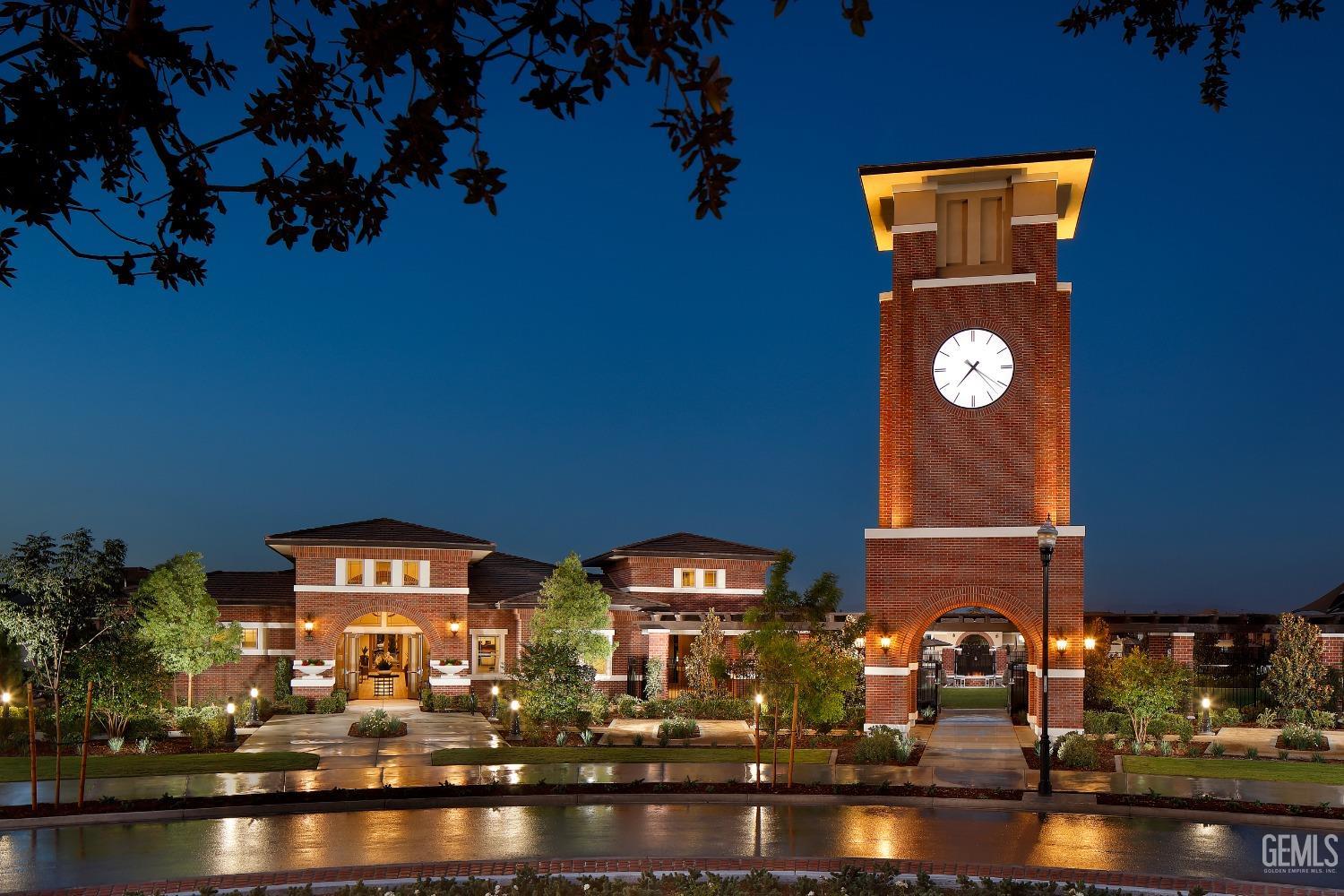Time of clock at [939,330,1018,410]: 7:20
